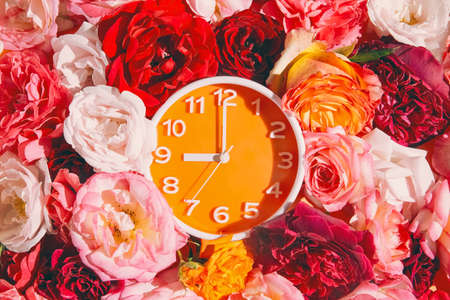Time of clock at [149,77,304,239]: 9:00
